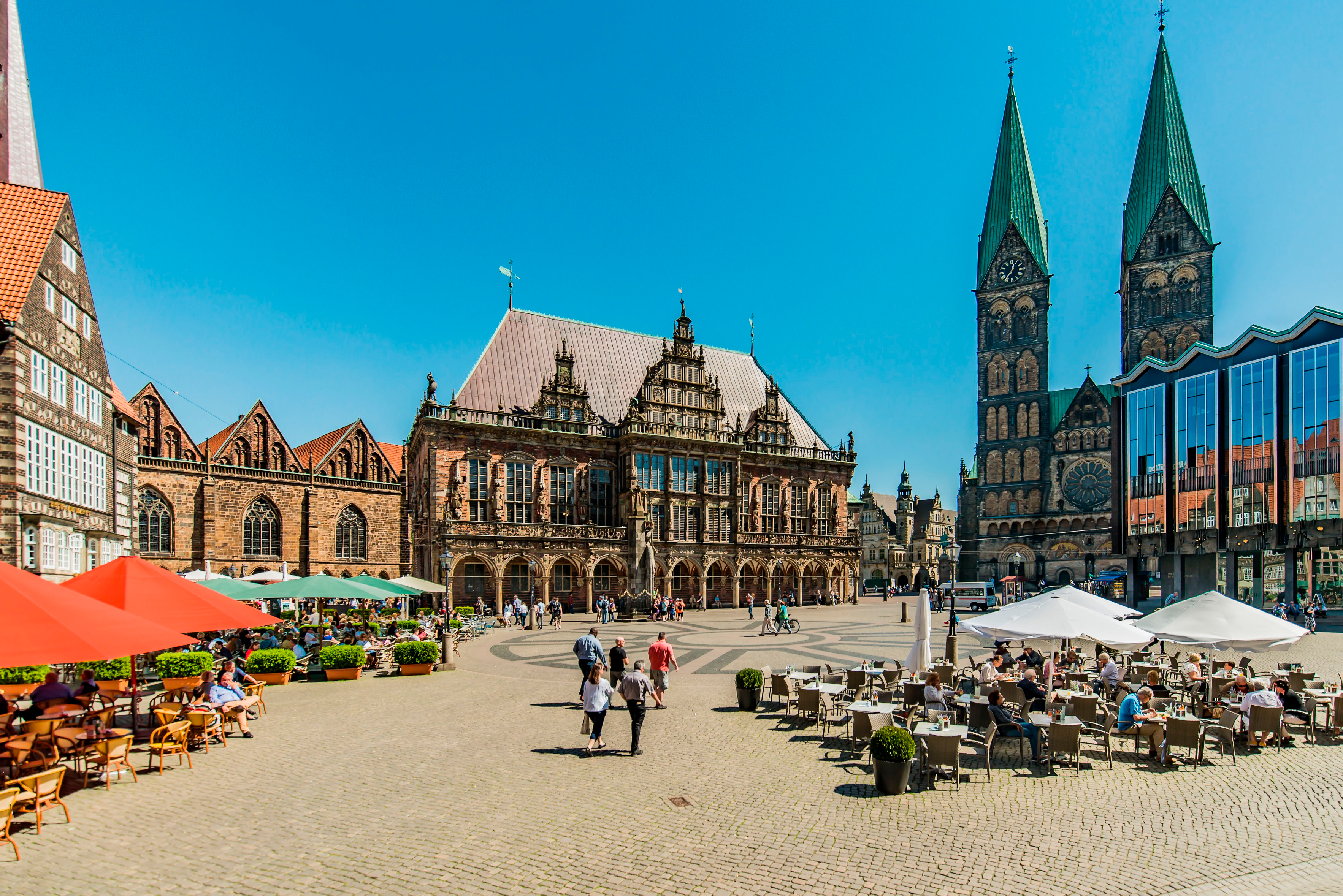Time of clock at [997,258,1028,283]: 12:36
